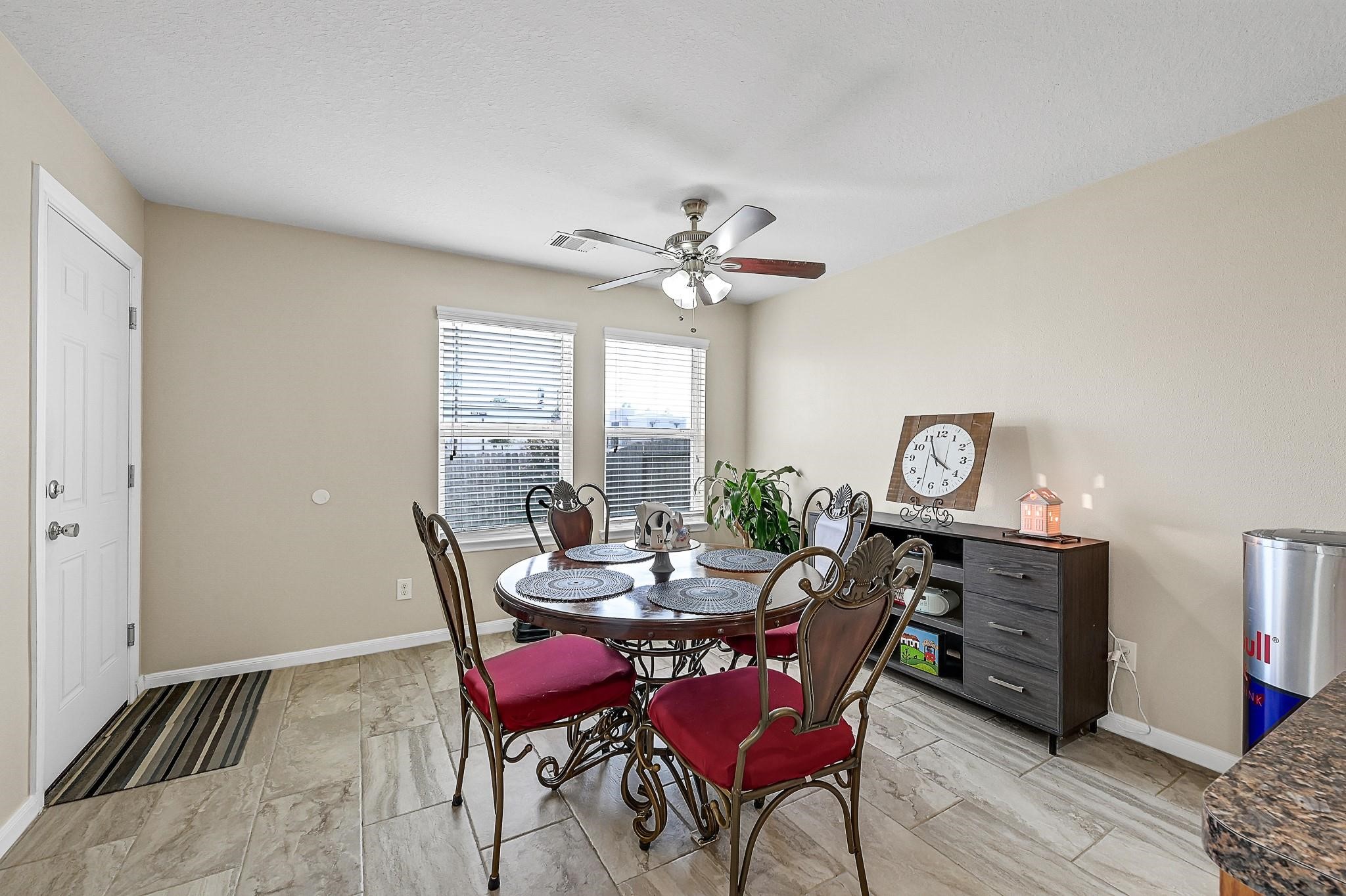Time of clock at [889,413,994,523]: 3:55
